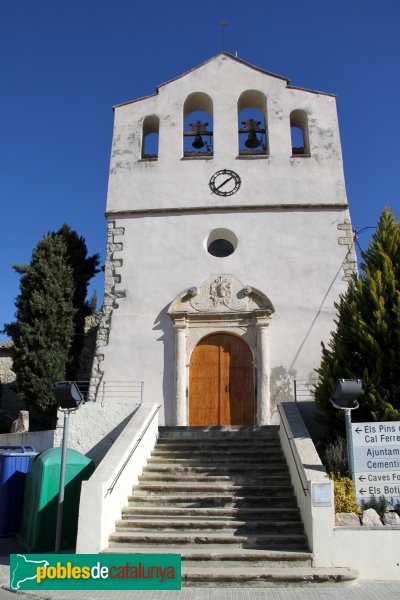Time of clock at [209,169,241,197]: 1:37
